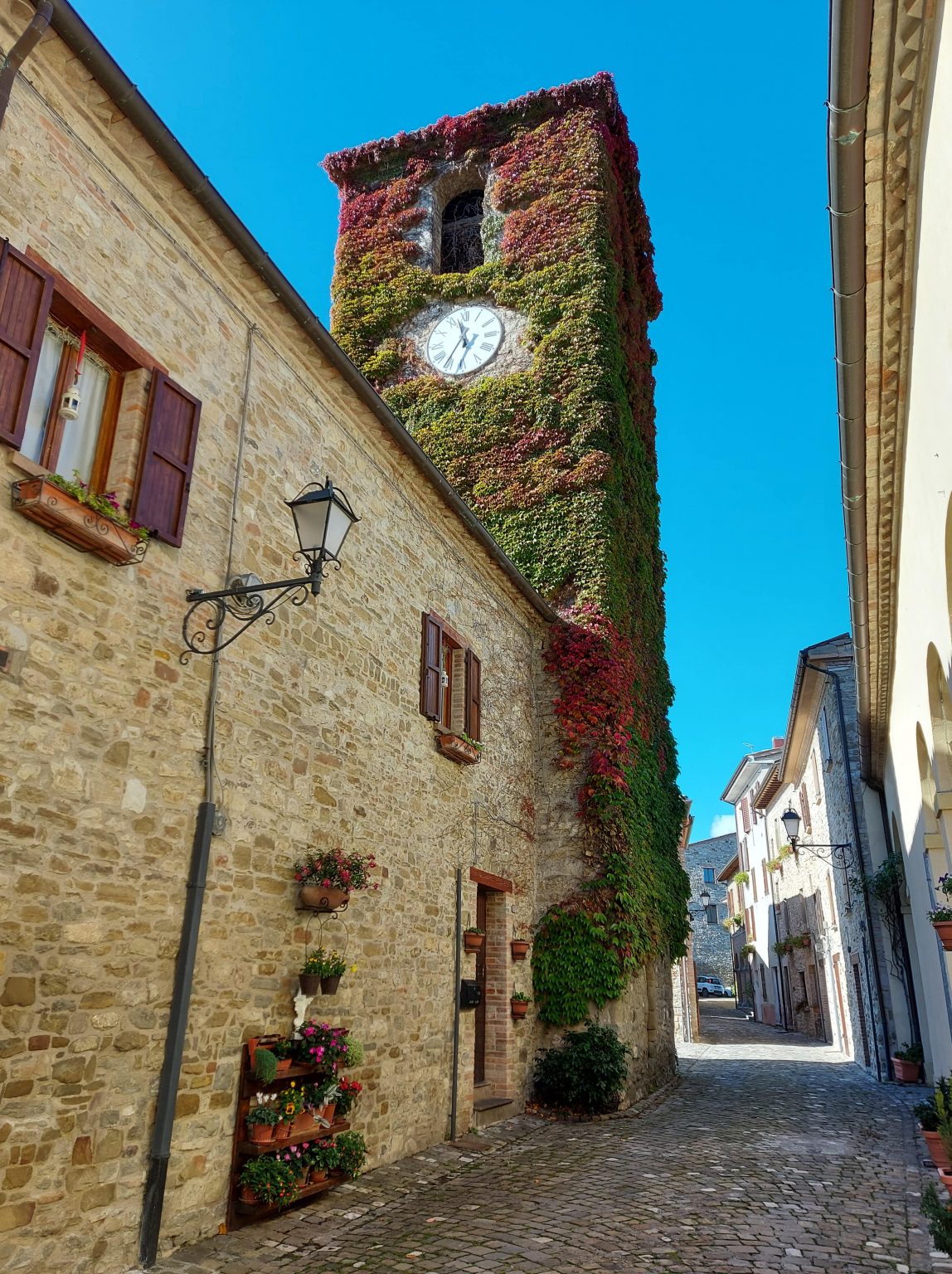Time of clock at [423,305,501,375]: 11:35
